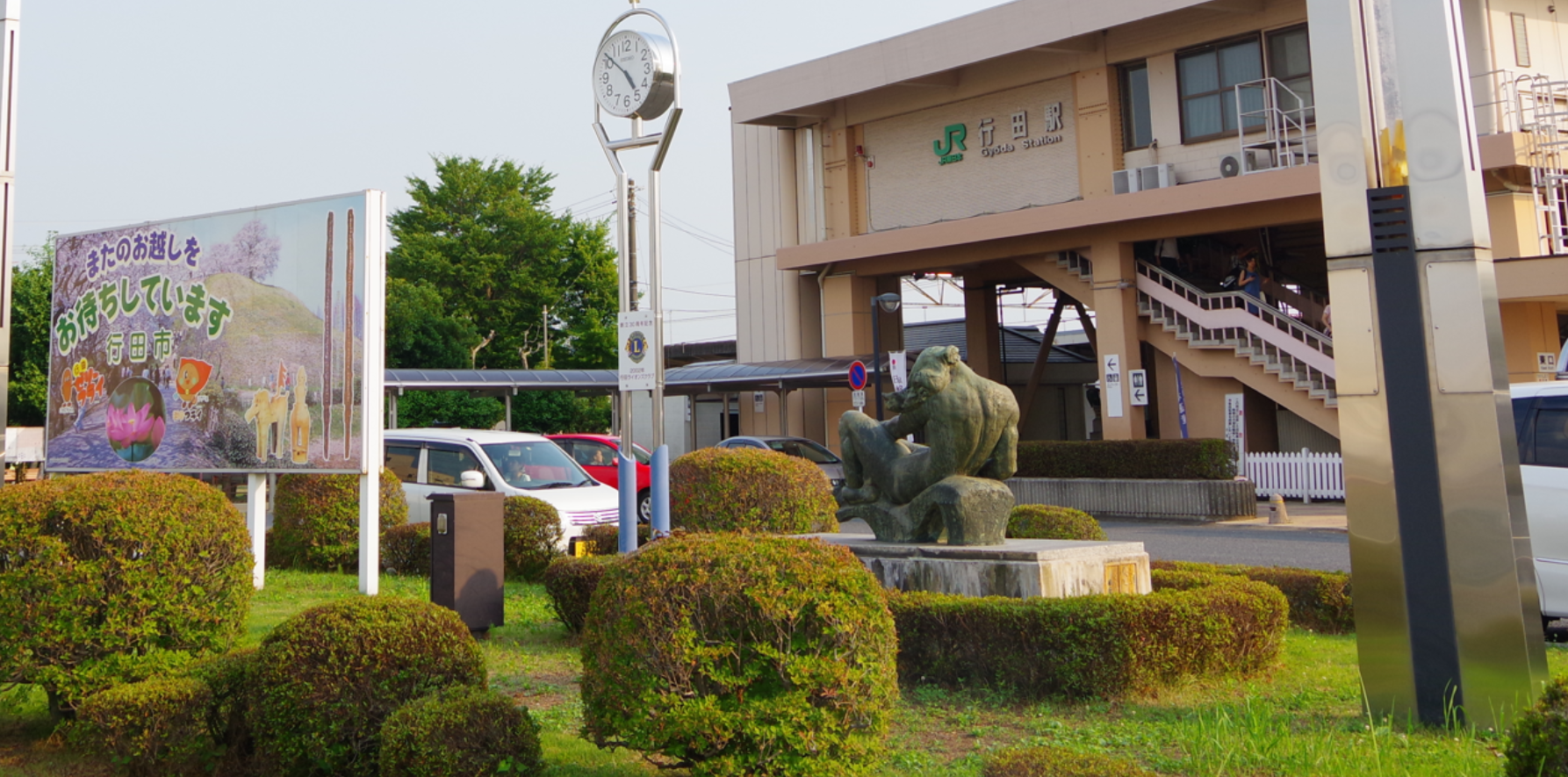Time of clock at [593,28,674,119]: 4:51
